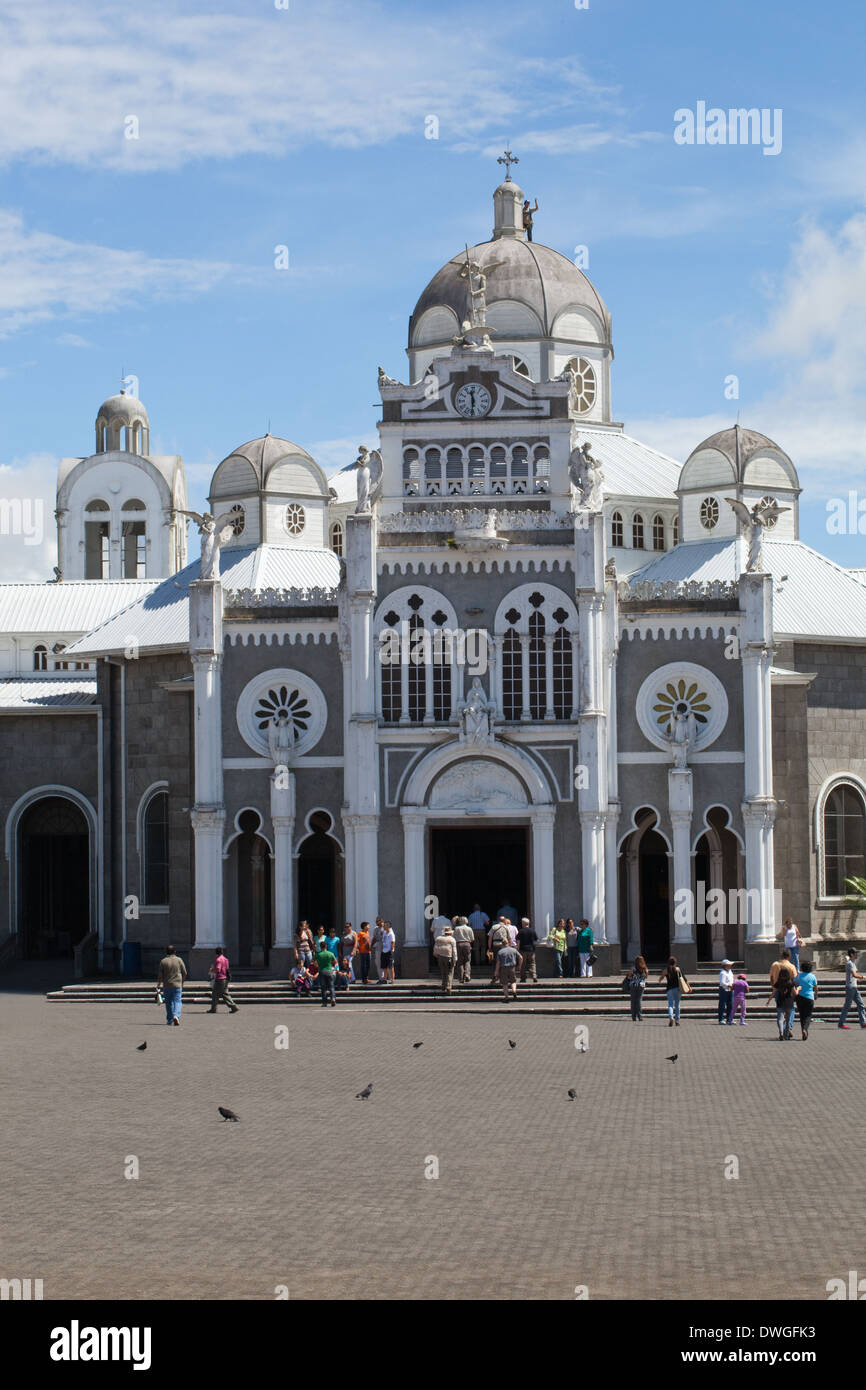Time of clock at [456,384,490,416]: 11:30
